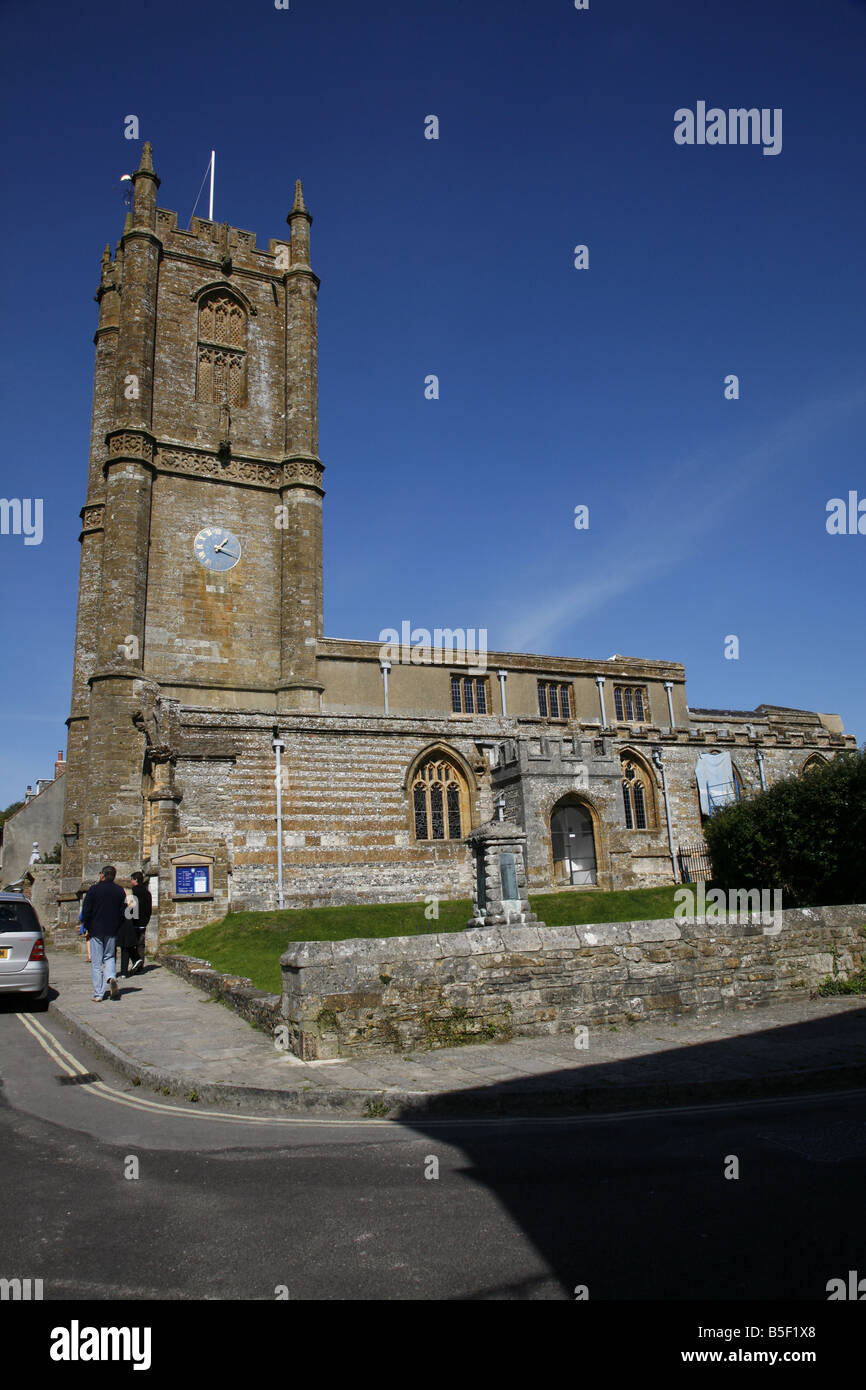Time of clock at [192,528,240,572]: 1:18
